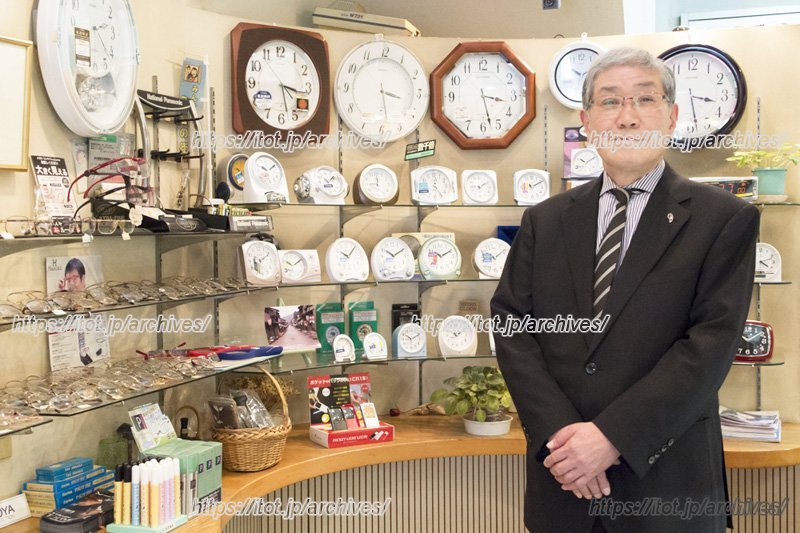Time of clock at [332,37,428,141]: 3:28
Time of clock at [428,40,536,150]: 3:27
